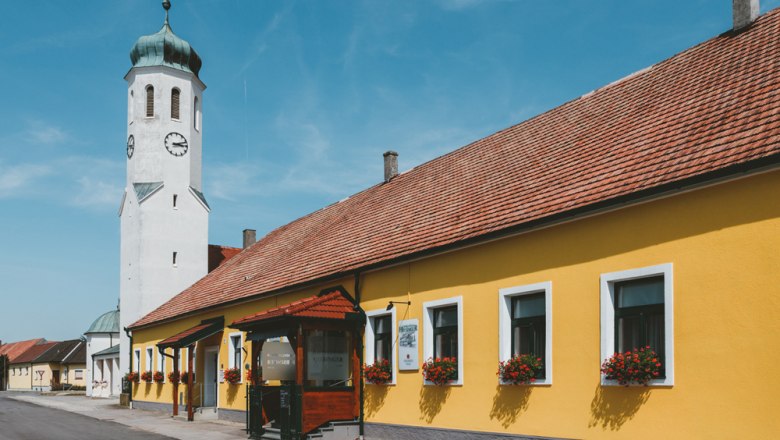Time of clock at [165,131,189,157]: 3:11
